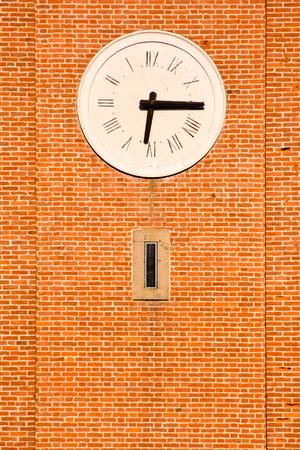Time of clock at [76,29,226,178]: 6:15
